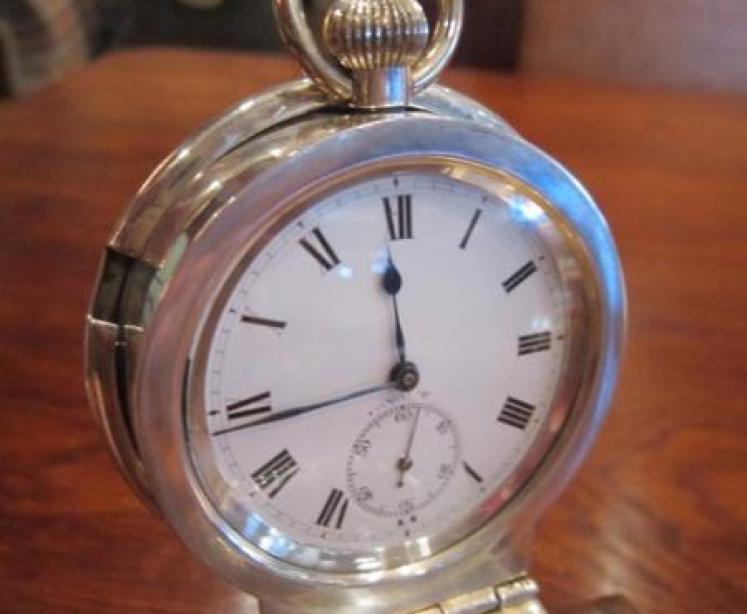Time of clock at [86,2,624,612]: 11:43
